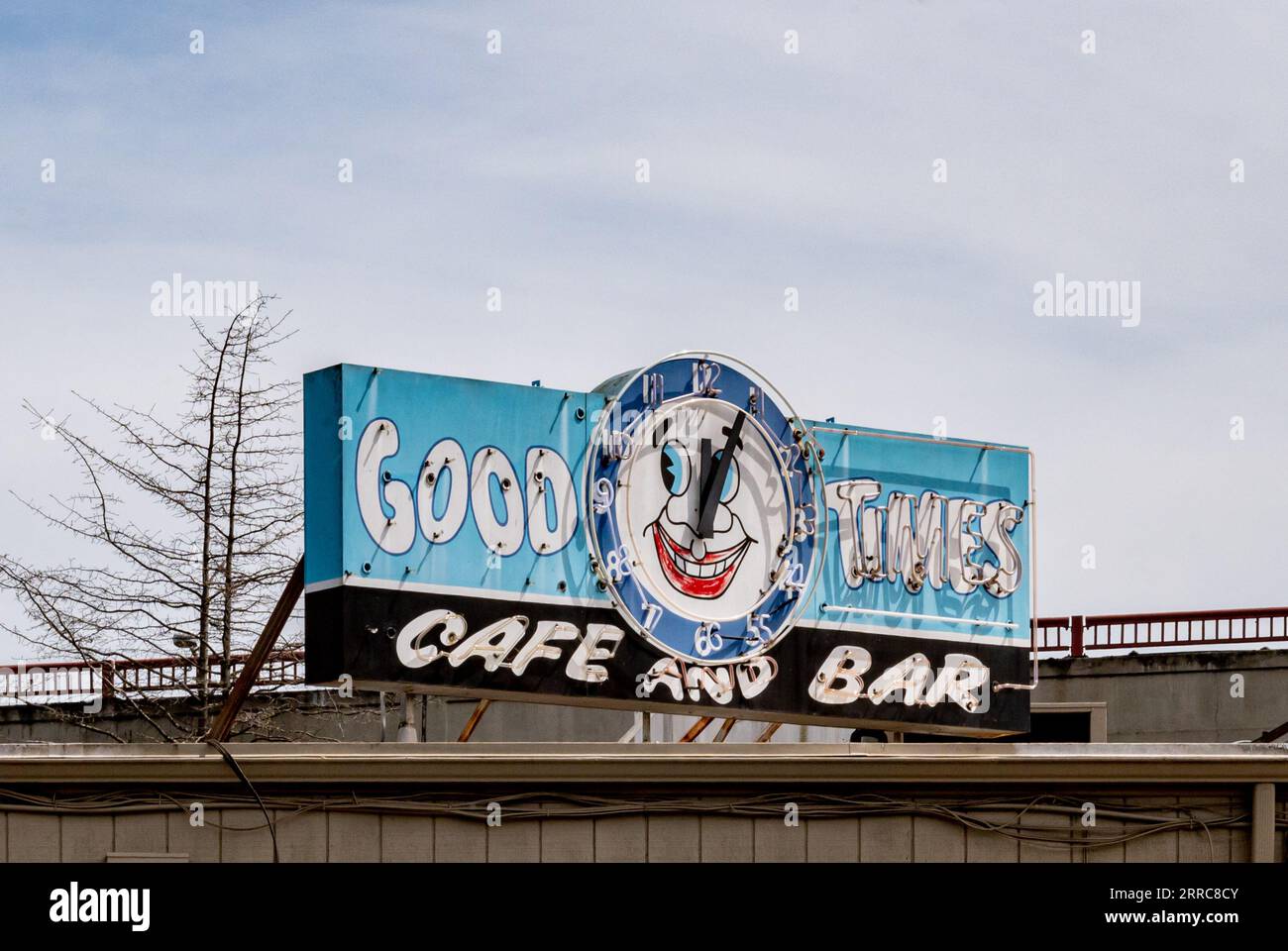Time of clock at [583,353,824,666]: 12:04
